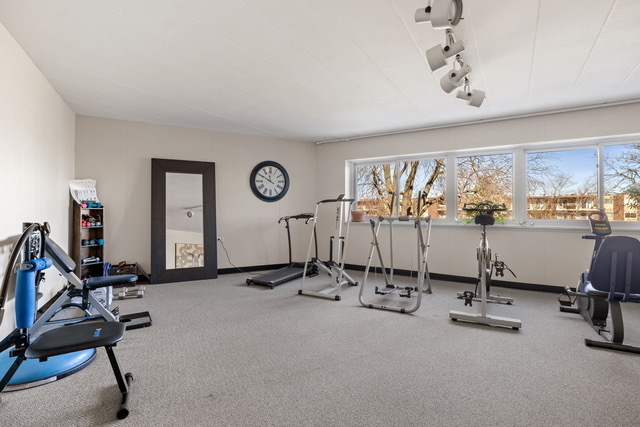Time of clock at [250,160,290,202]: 11:49
